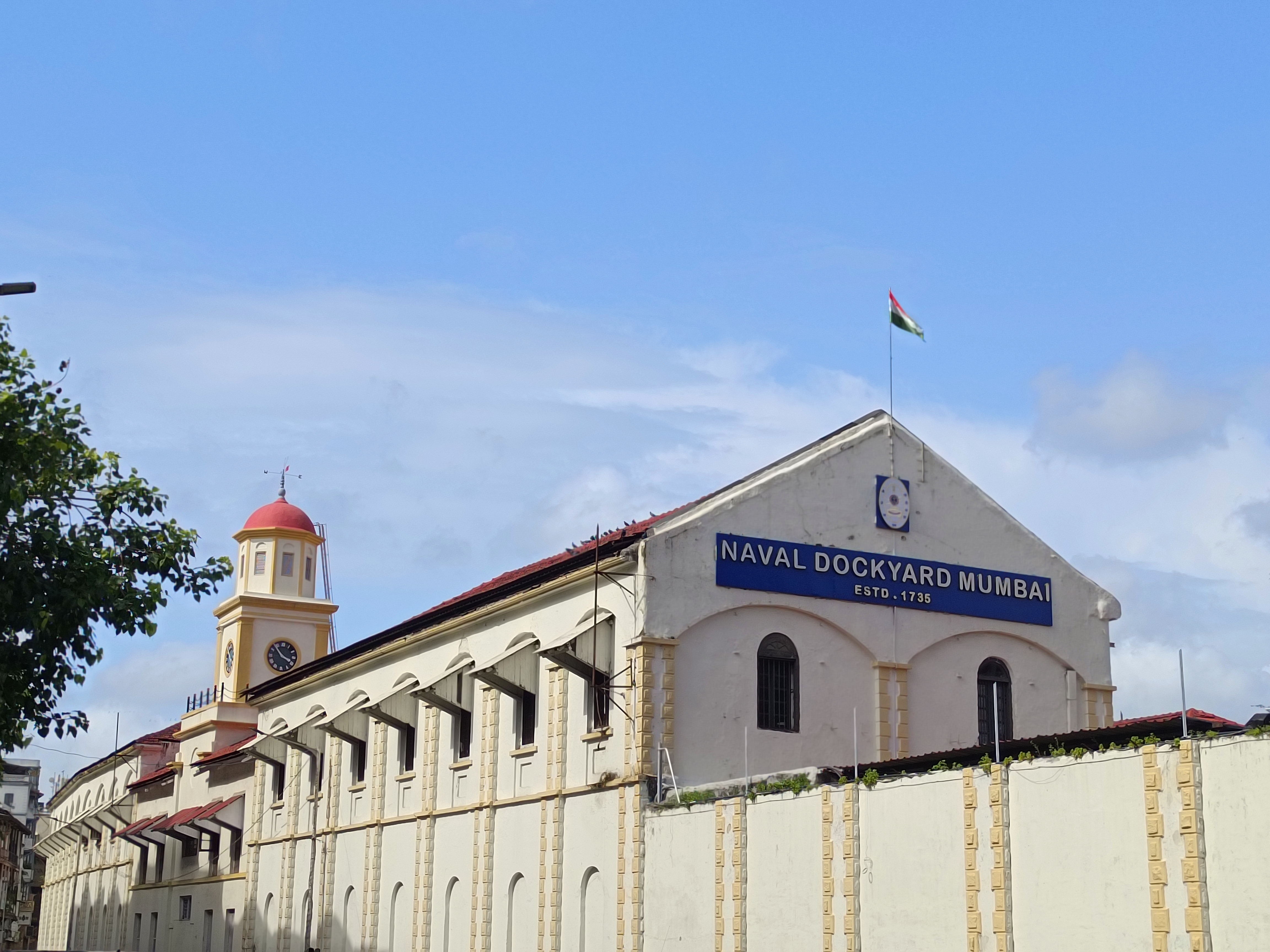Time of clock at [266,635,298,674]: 3:53
